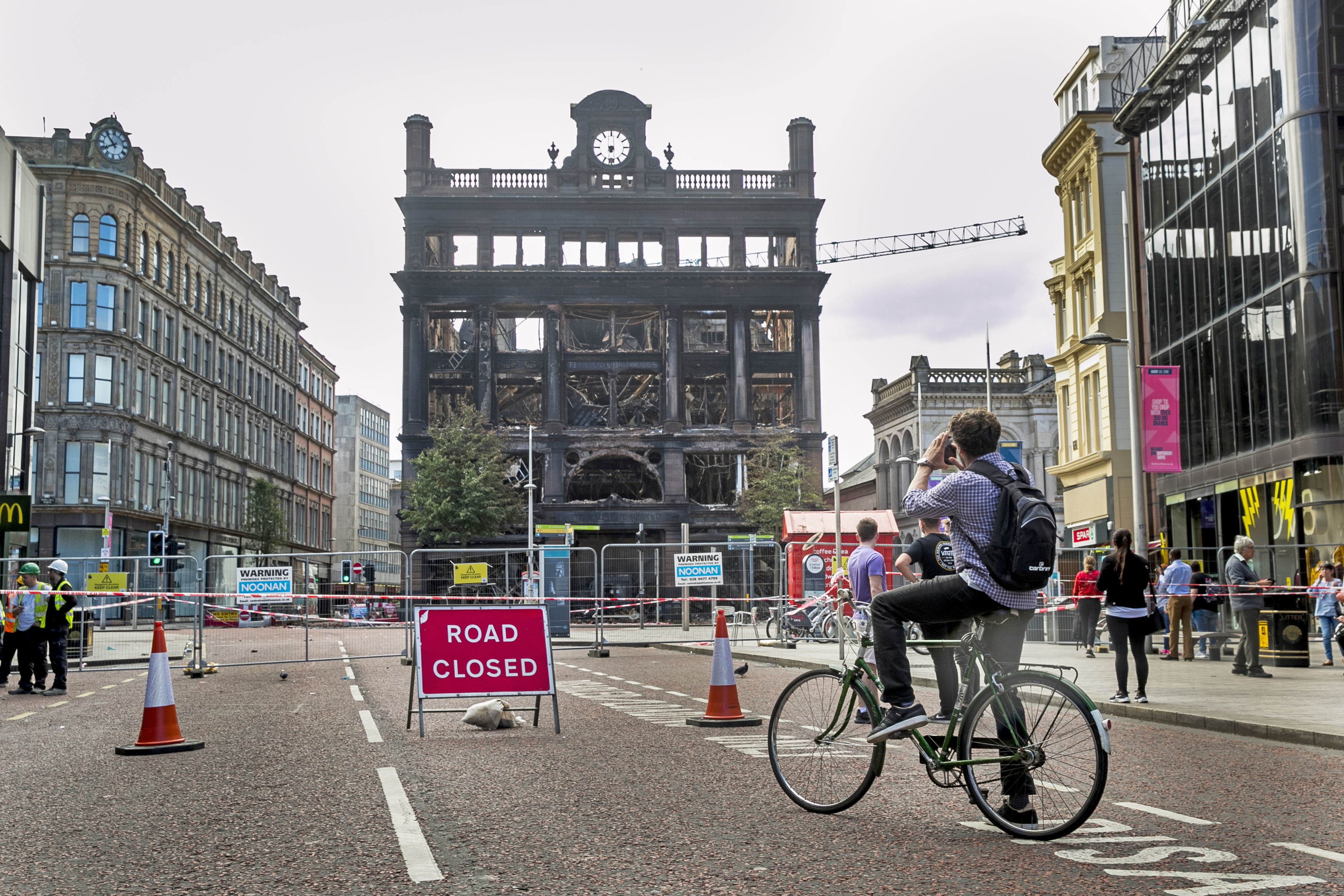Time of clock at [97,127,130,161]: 7:53
